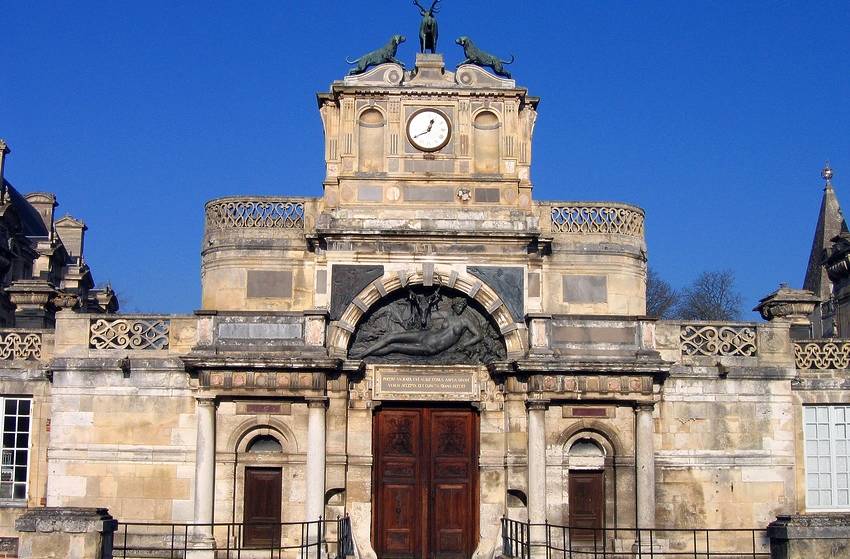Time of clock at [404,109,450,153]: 12:40
